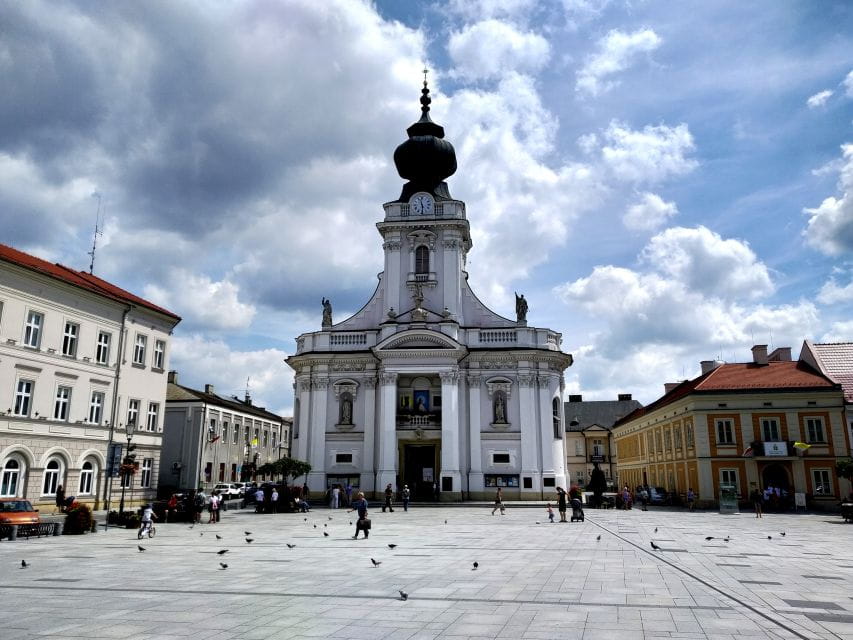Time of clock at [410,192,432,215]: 11:29
